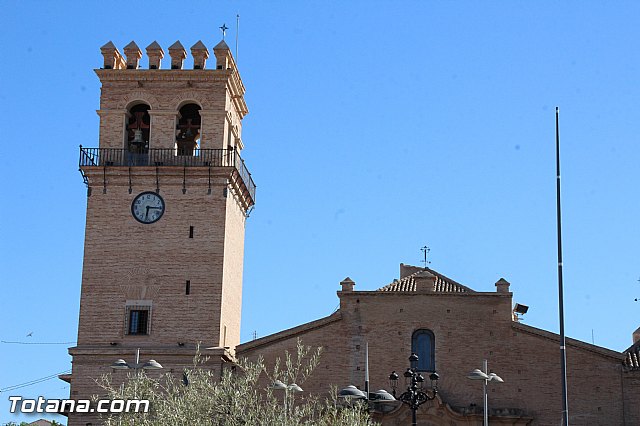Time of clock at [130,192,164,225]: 6:15
